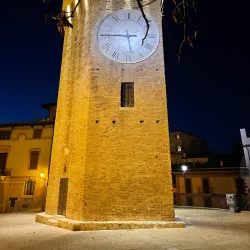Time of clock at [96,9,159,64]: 5:45
